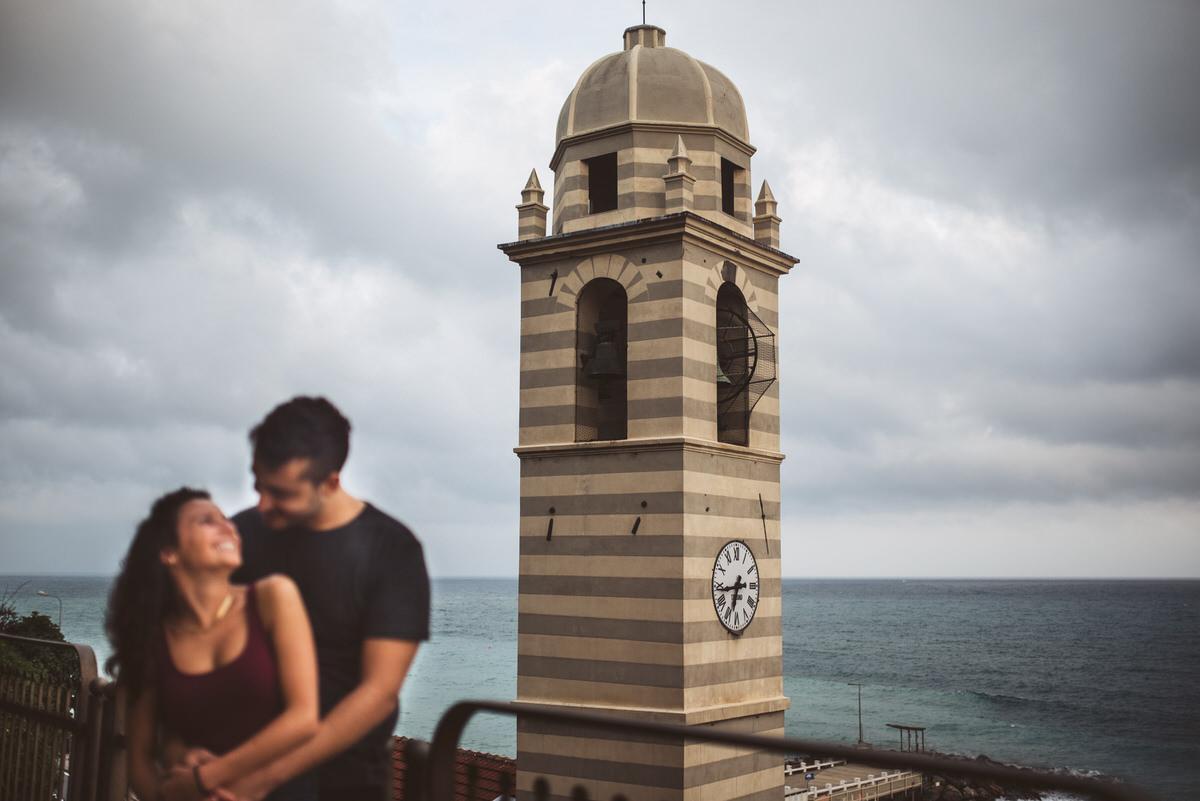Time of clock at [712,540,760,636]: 6:43
